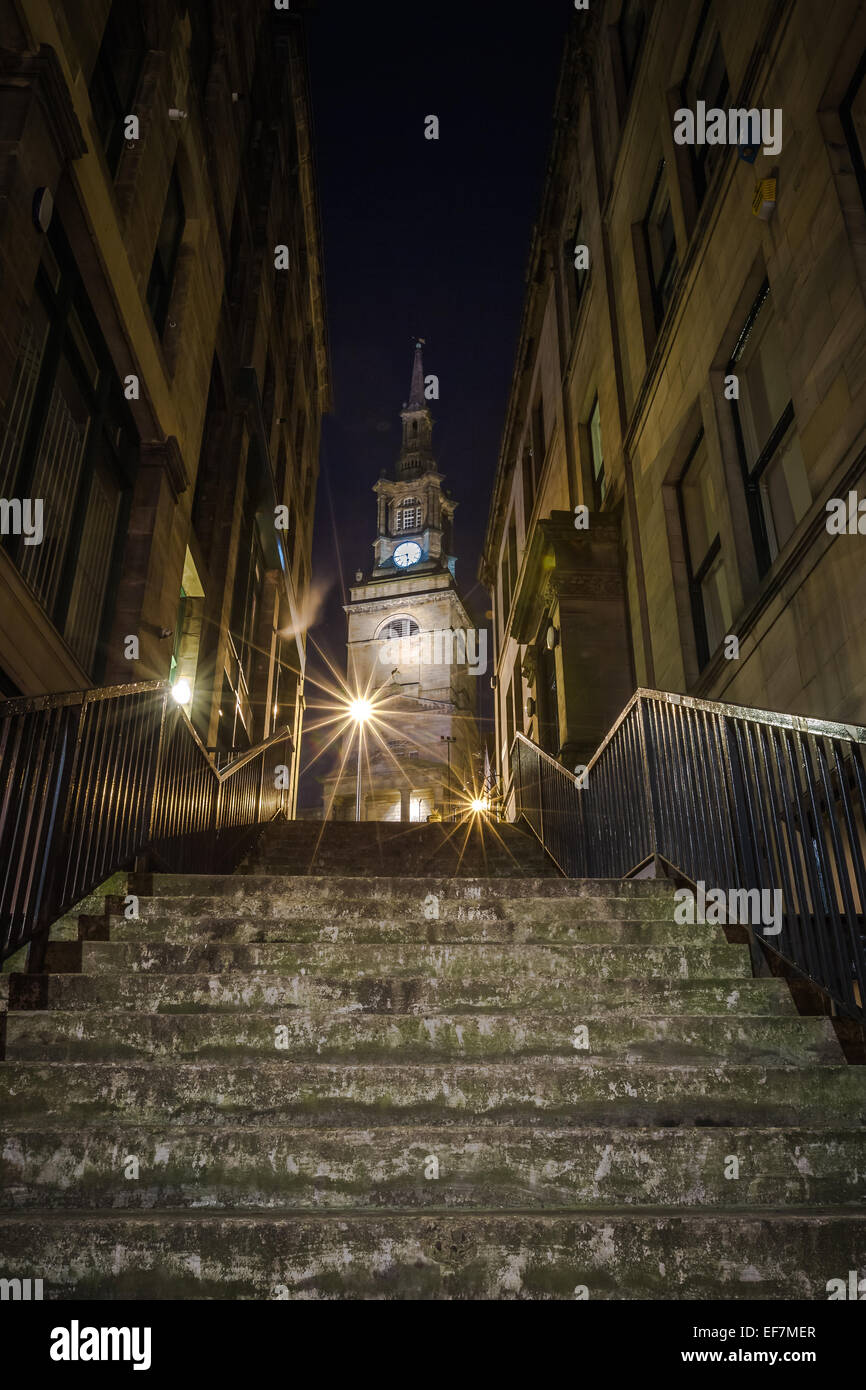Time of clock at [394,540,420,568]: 5:44
